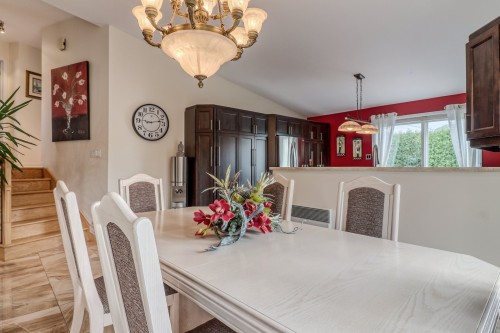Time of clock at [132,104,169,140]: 9:12
